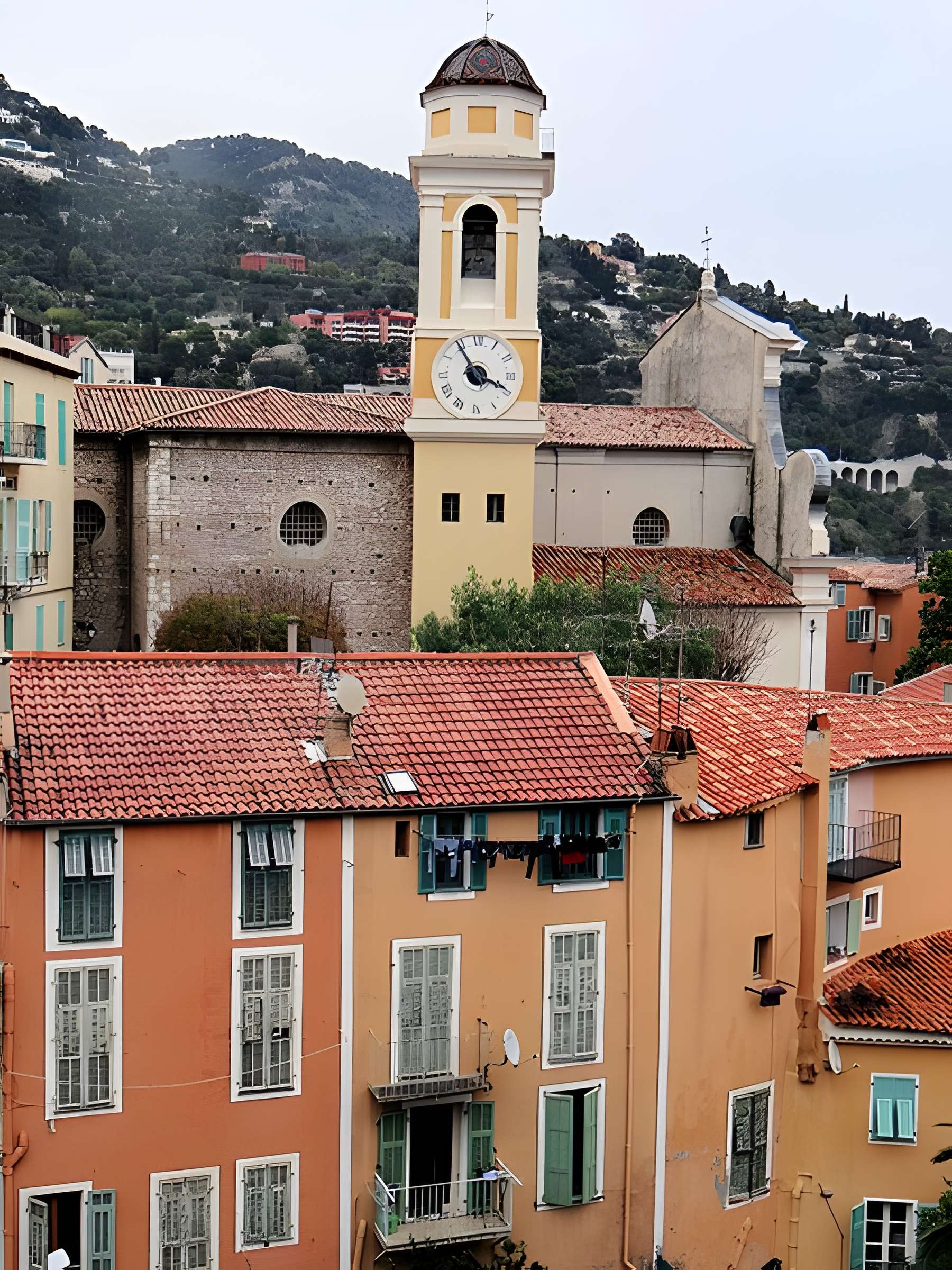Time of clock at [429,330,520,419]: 3:54
